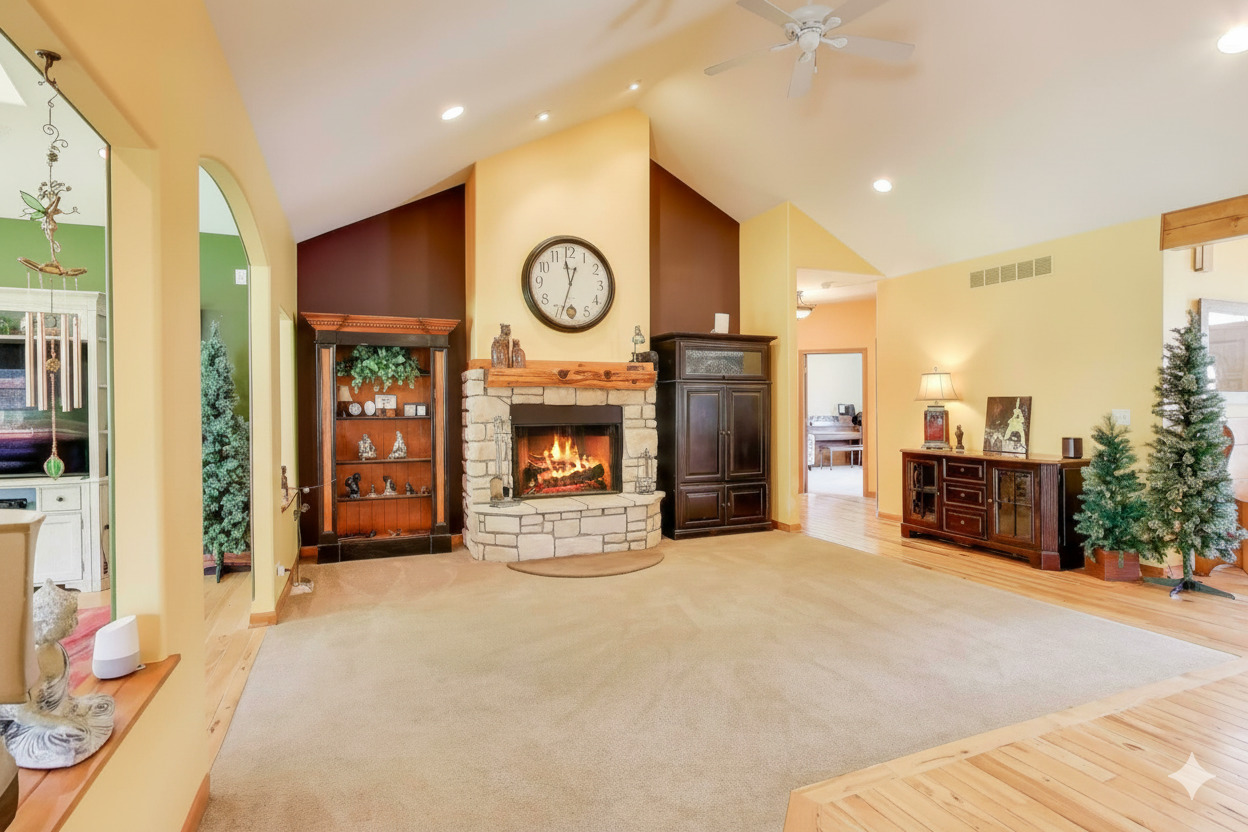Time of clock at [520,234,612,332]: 11:33
